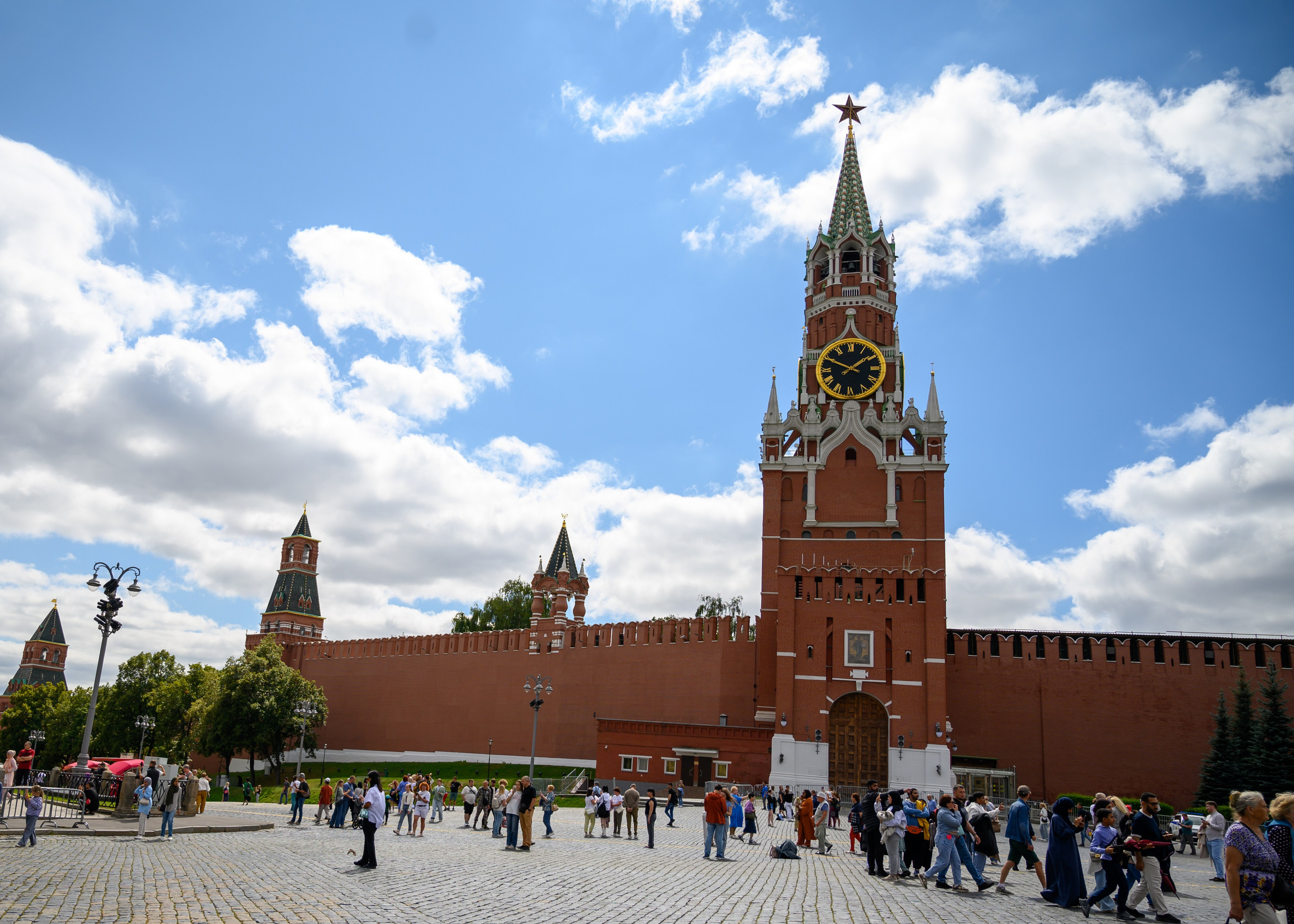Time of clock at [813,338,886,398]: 1:49
